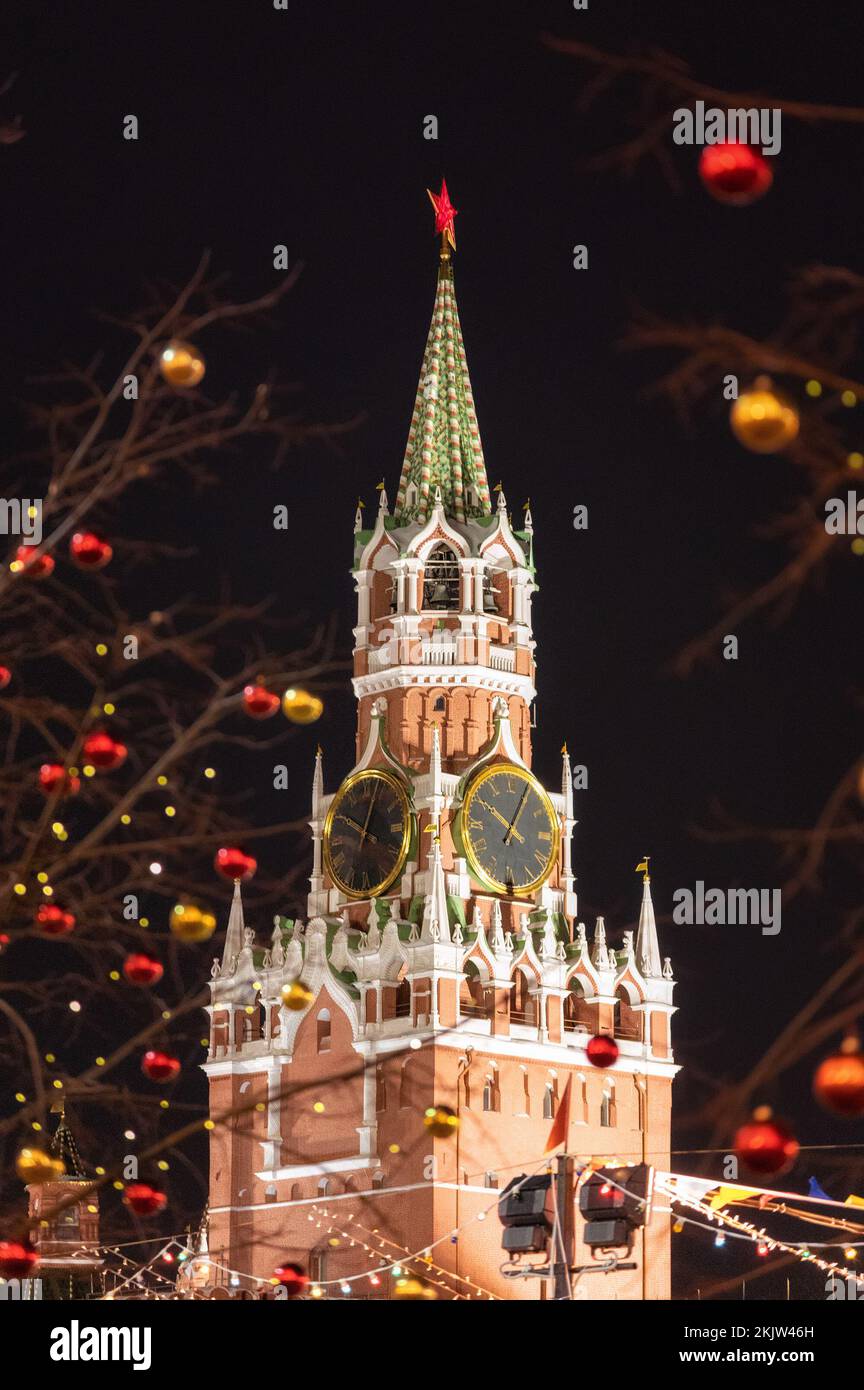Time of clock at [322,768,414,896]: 10:03
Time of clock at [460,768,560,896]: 10:04
